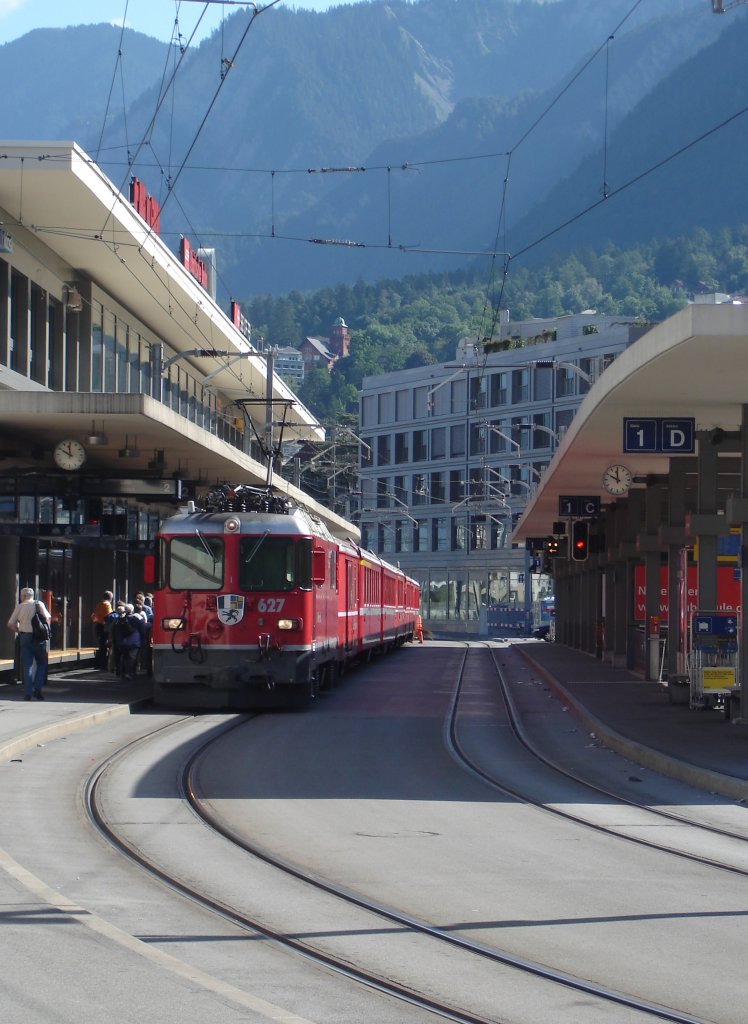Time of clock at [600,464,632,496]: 9:59
